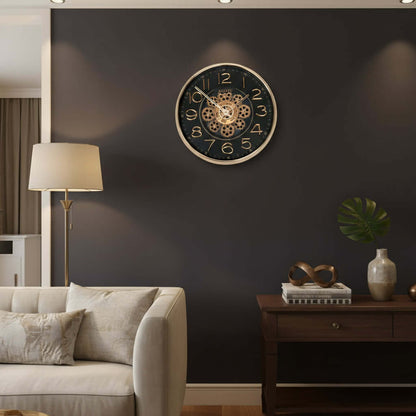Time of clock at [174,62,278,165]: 6:52
